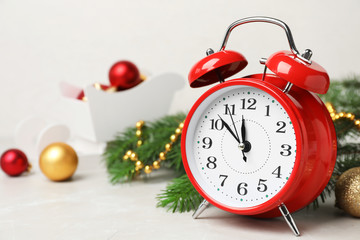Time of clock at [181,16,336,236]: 11:51
